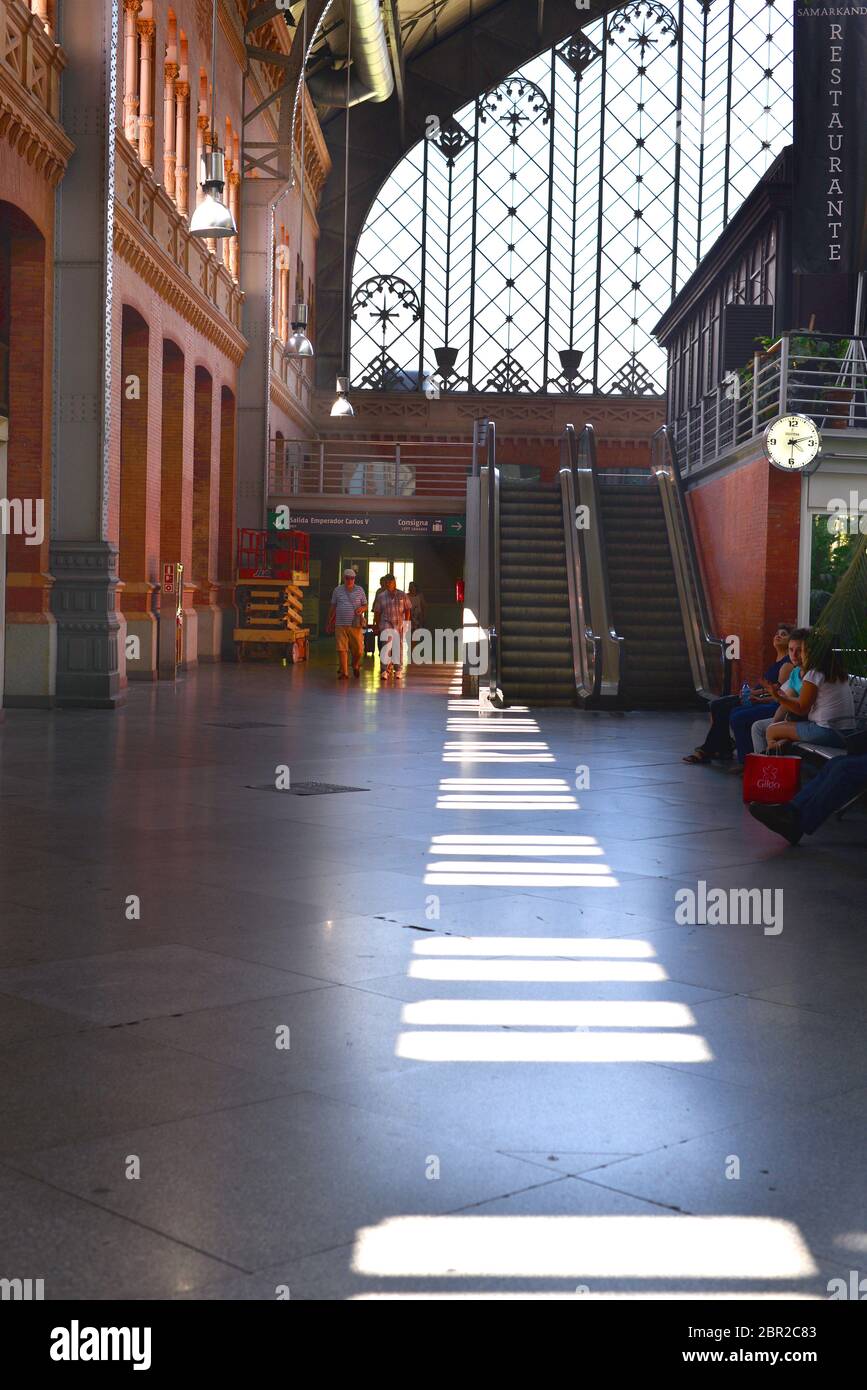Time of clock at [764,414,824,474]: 2:30
